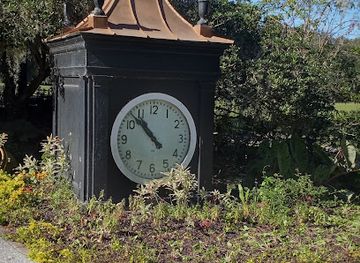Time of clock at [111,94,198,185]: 10:52
